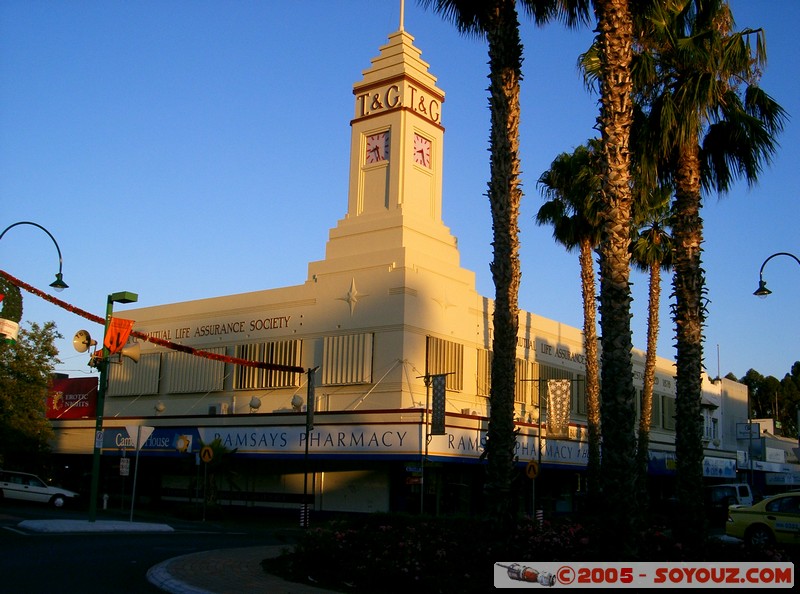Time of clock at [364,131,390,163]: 8:27
